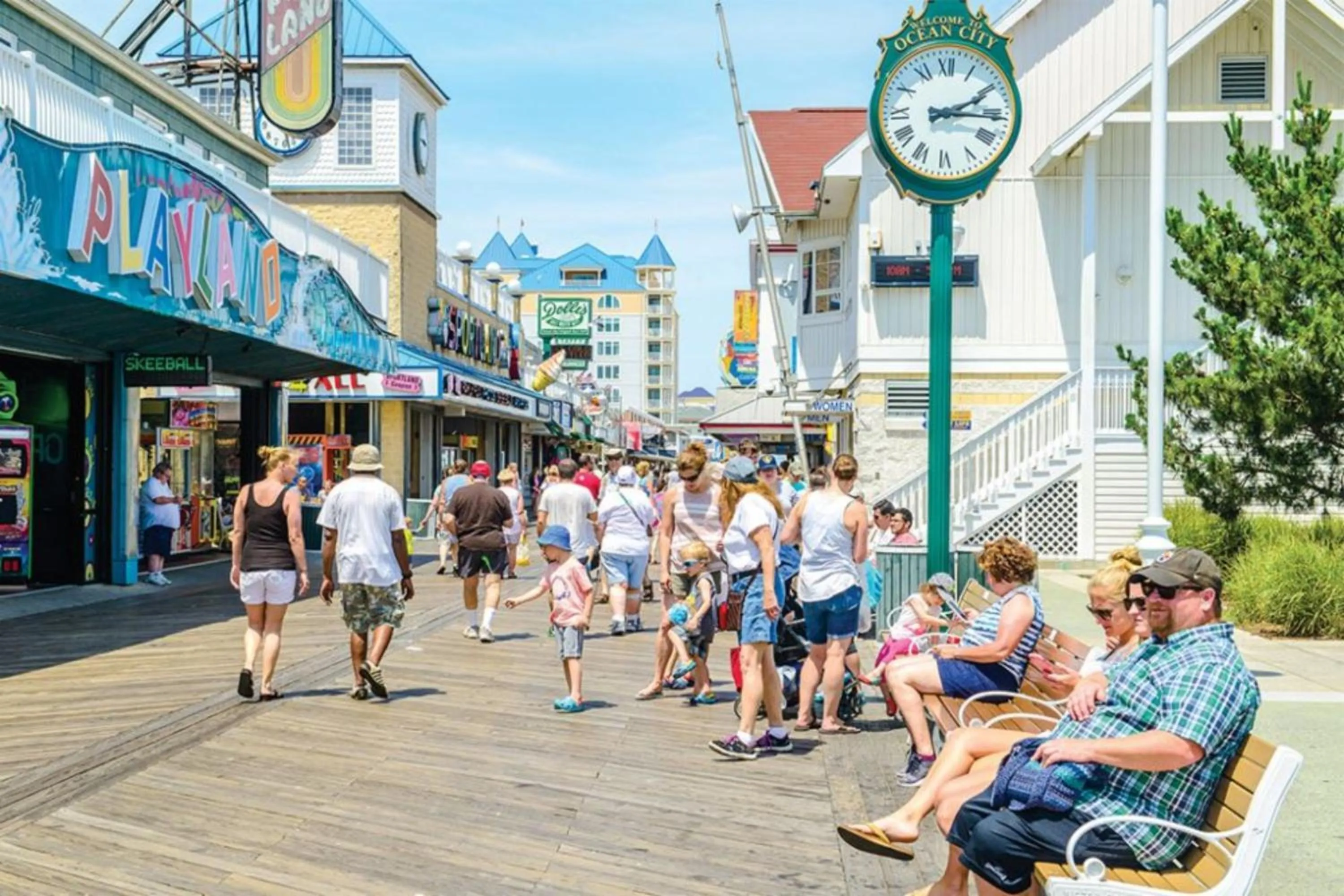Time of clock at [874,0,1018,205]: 2:15
